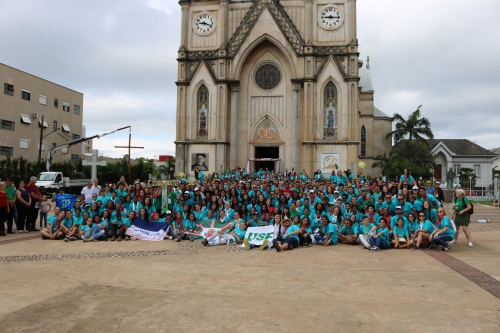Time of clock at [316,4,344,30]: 9:15
